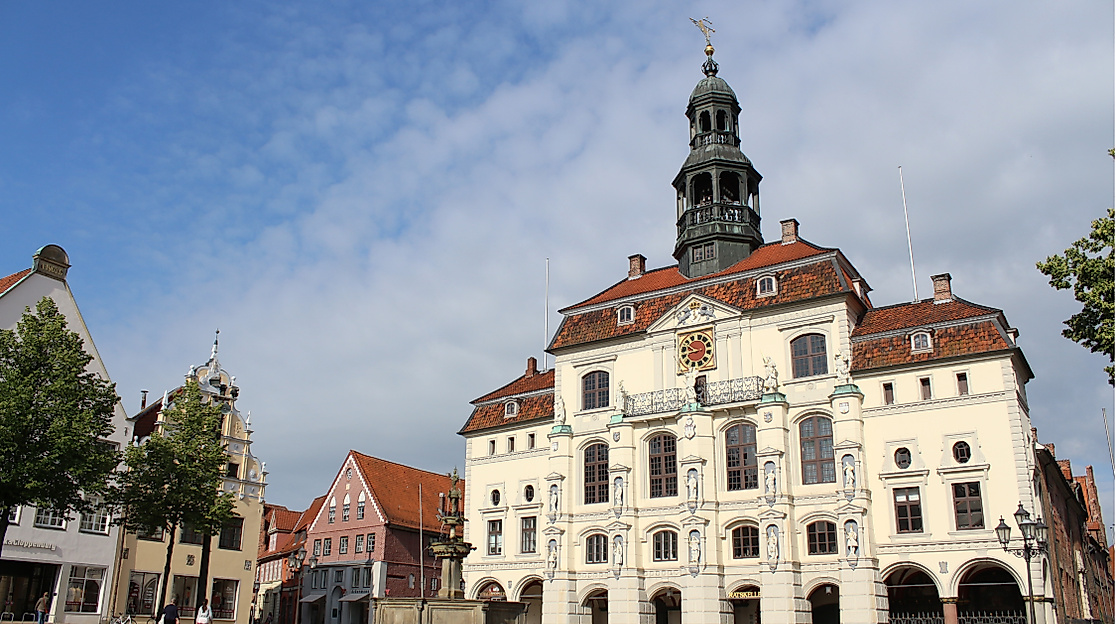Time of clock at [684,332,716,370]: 9:42
